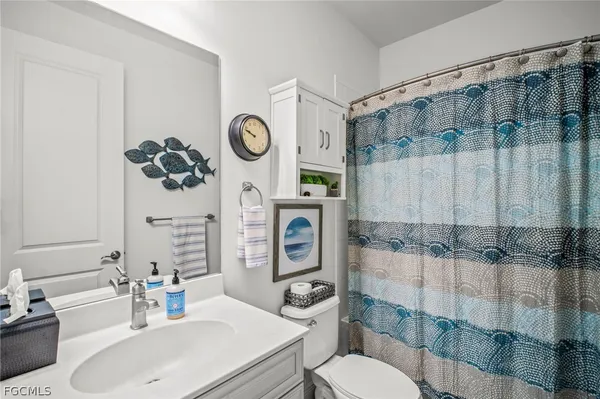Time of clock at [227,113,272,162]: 9:48
